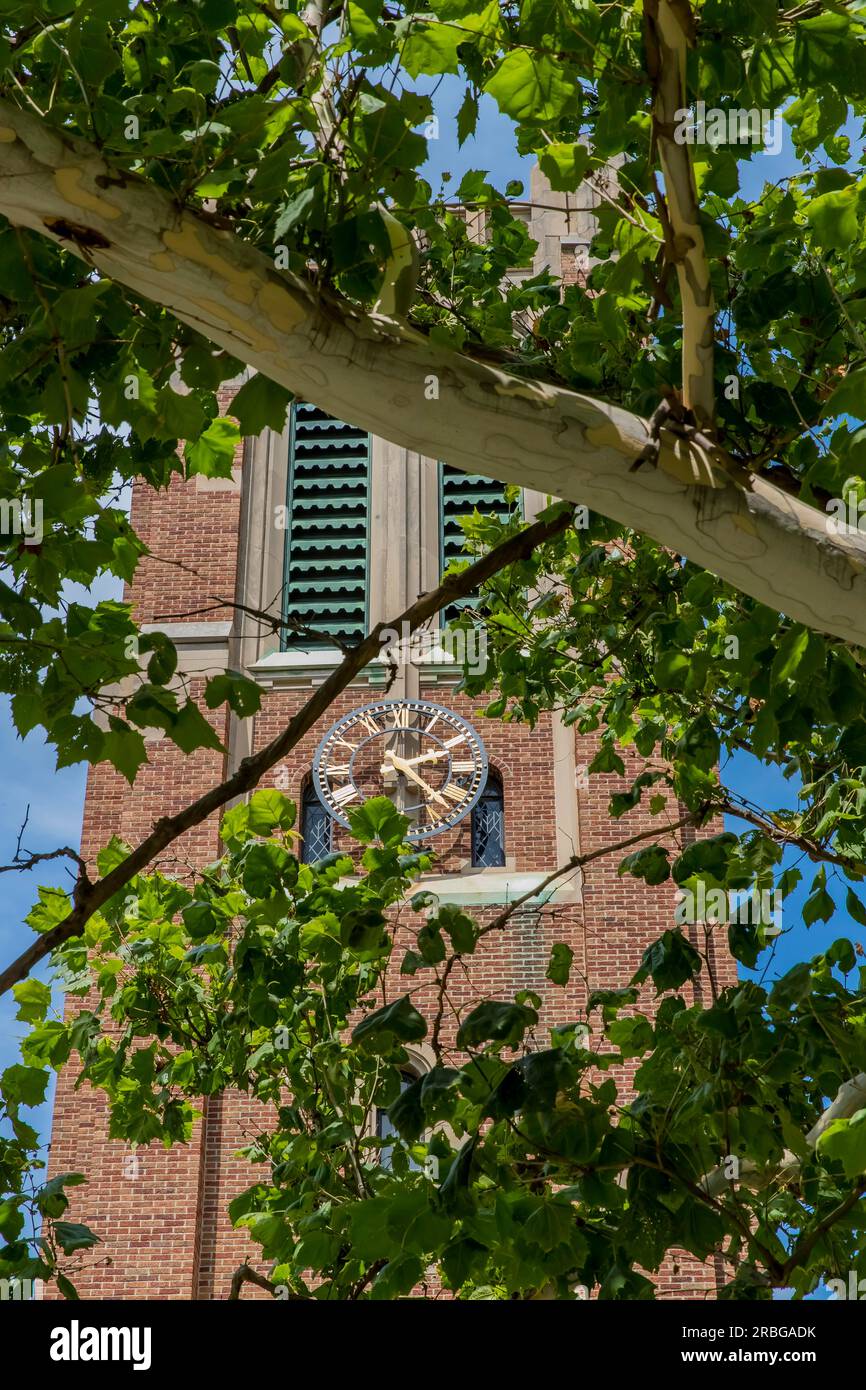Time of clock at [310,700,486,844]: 2:21
